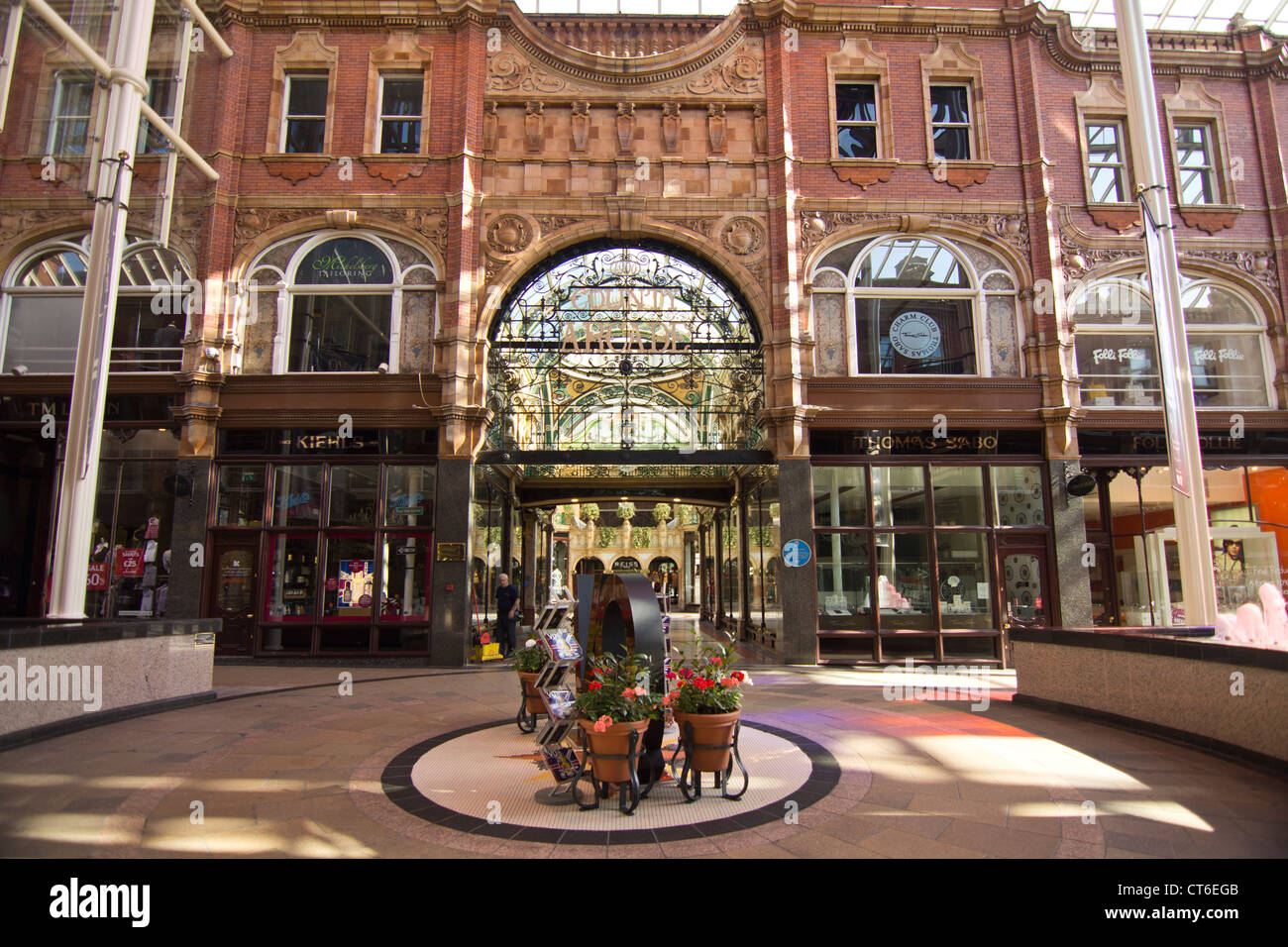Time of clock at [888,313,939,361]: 2:45
